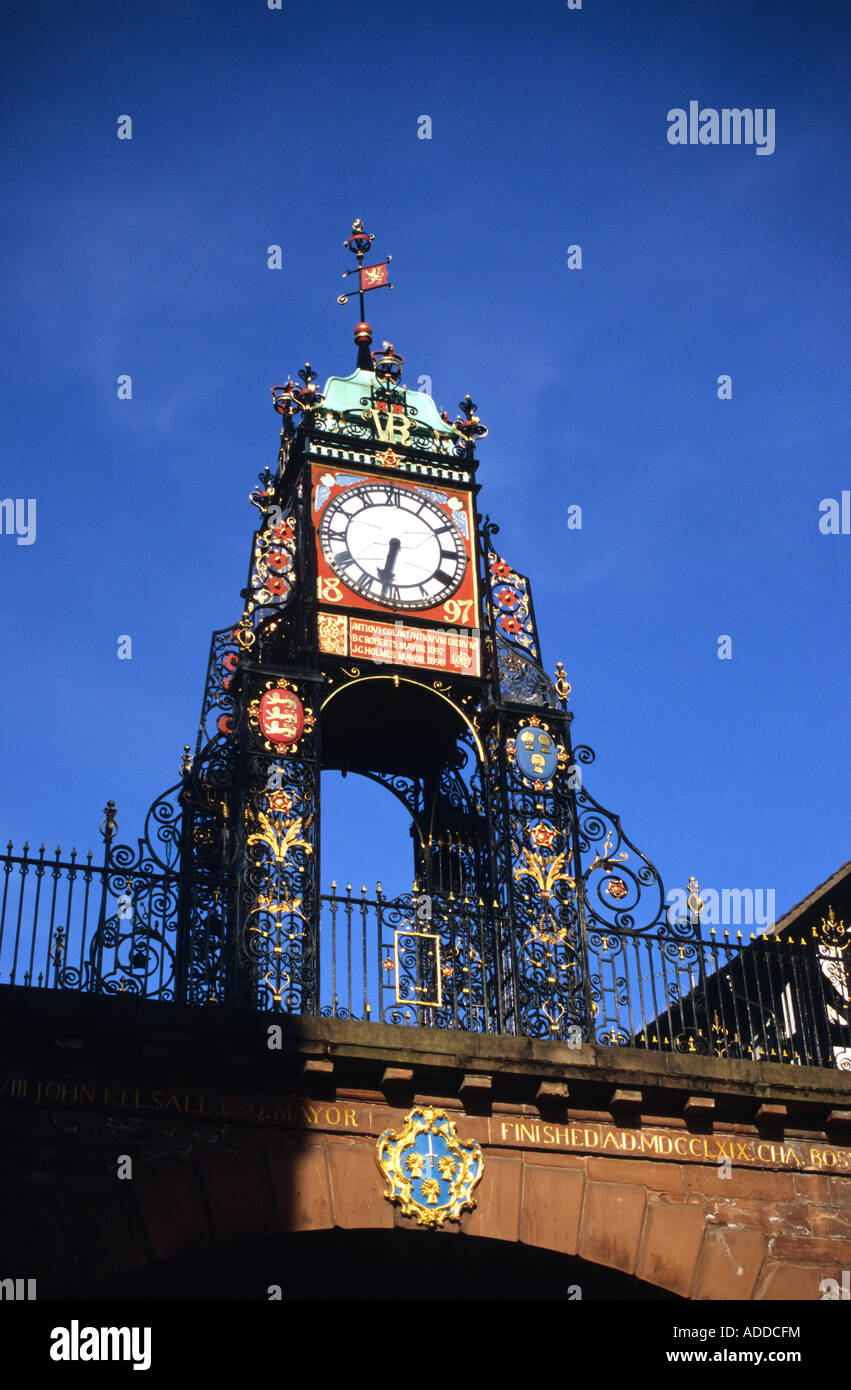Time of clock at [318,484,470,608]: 6:31
